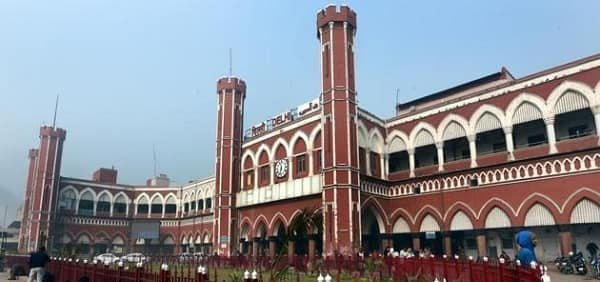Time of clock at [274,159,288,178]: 11:32
